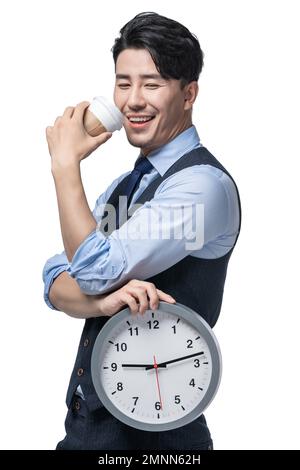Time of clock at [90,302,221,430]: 9:12
